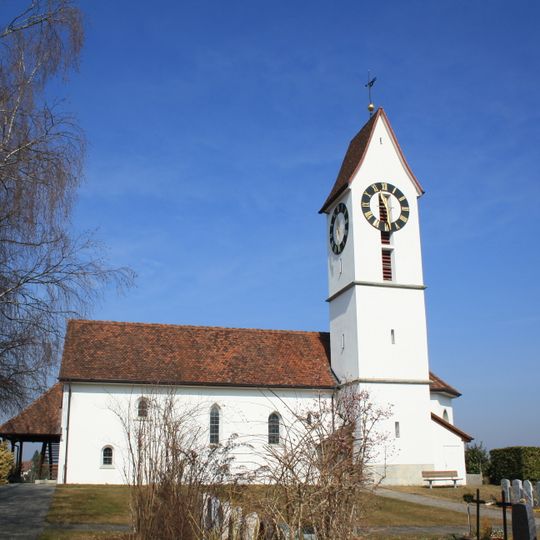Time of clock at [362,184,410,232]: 11:28
